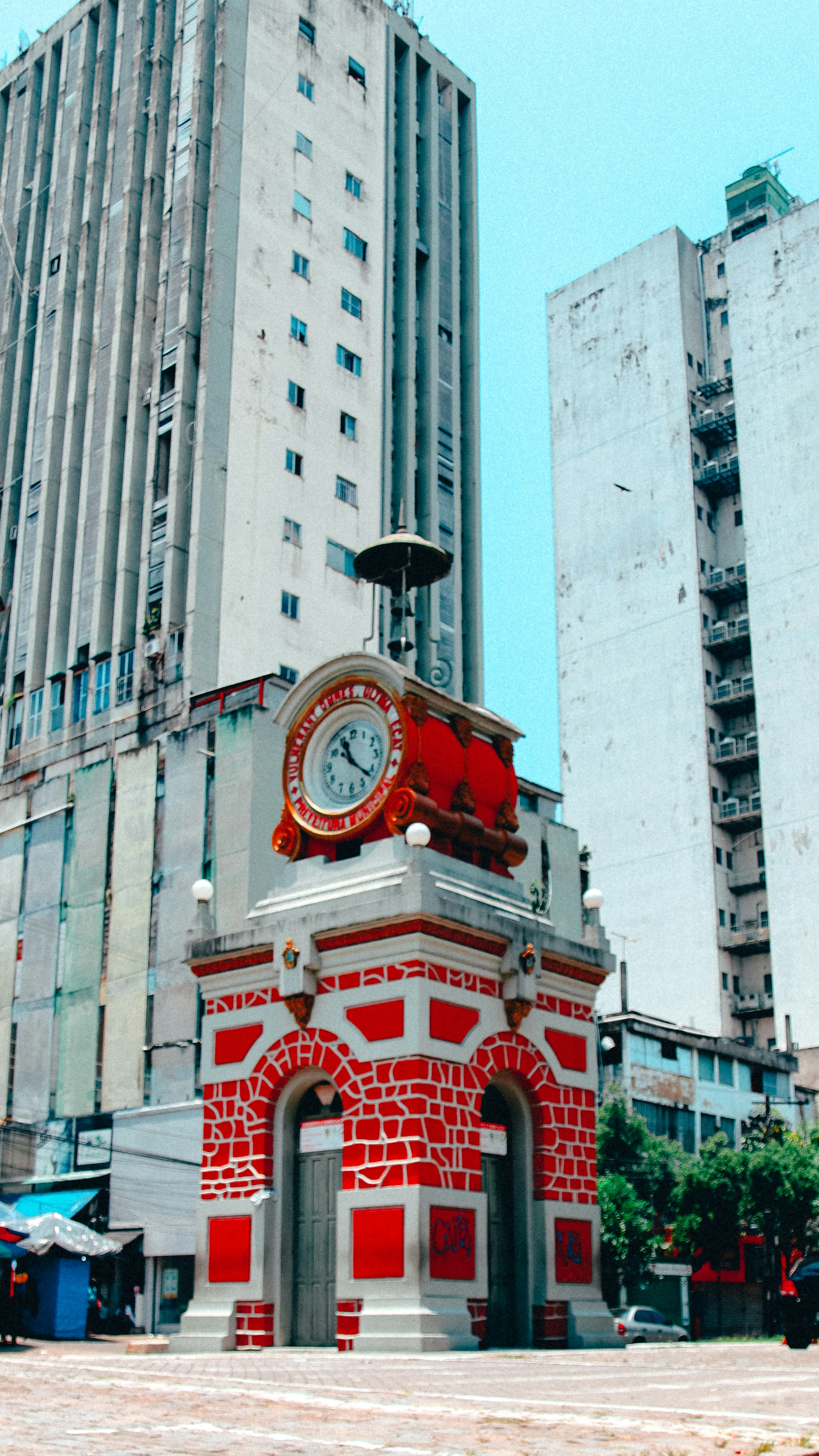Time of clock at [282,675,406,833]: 11:21
